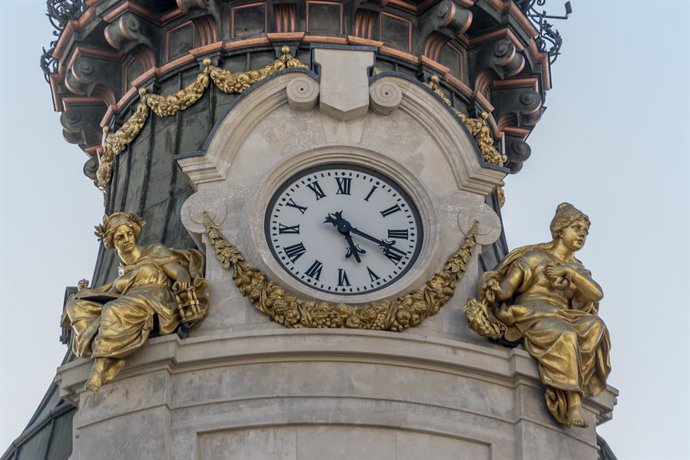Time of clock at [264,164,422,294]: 5:18
